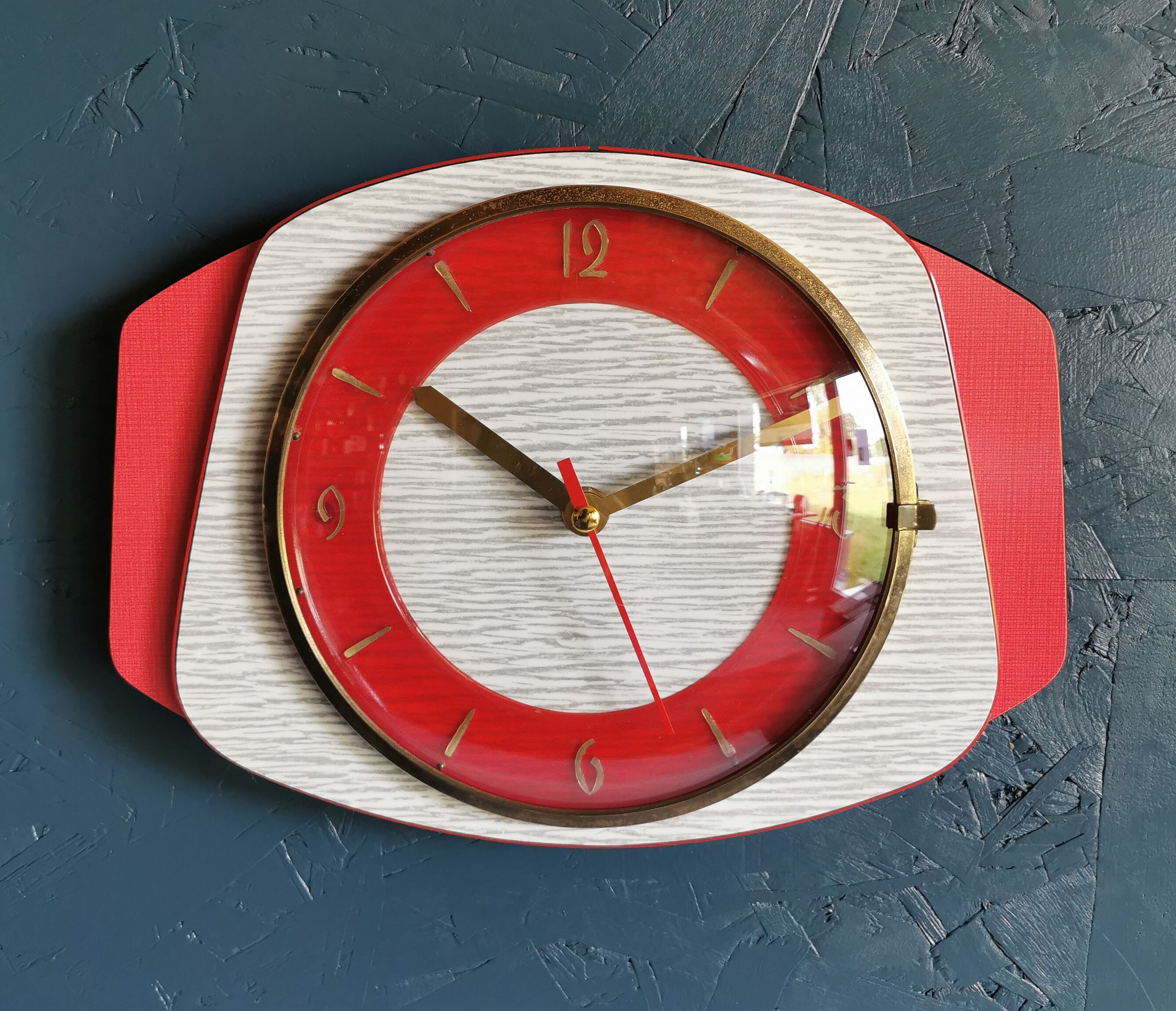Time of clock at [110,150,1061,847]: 10:11
